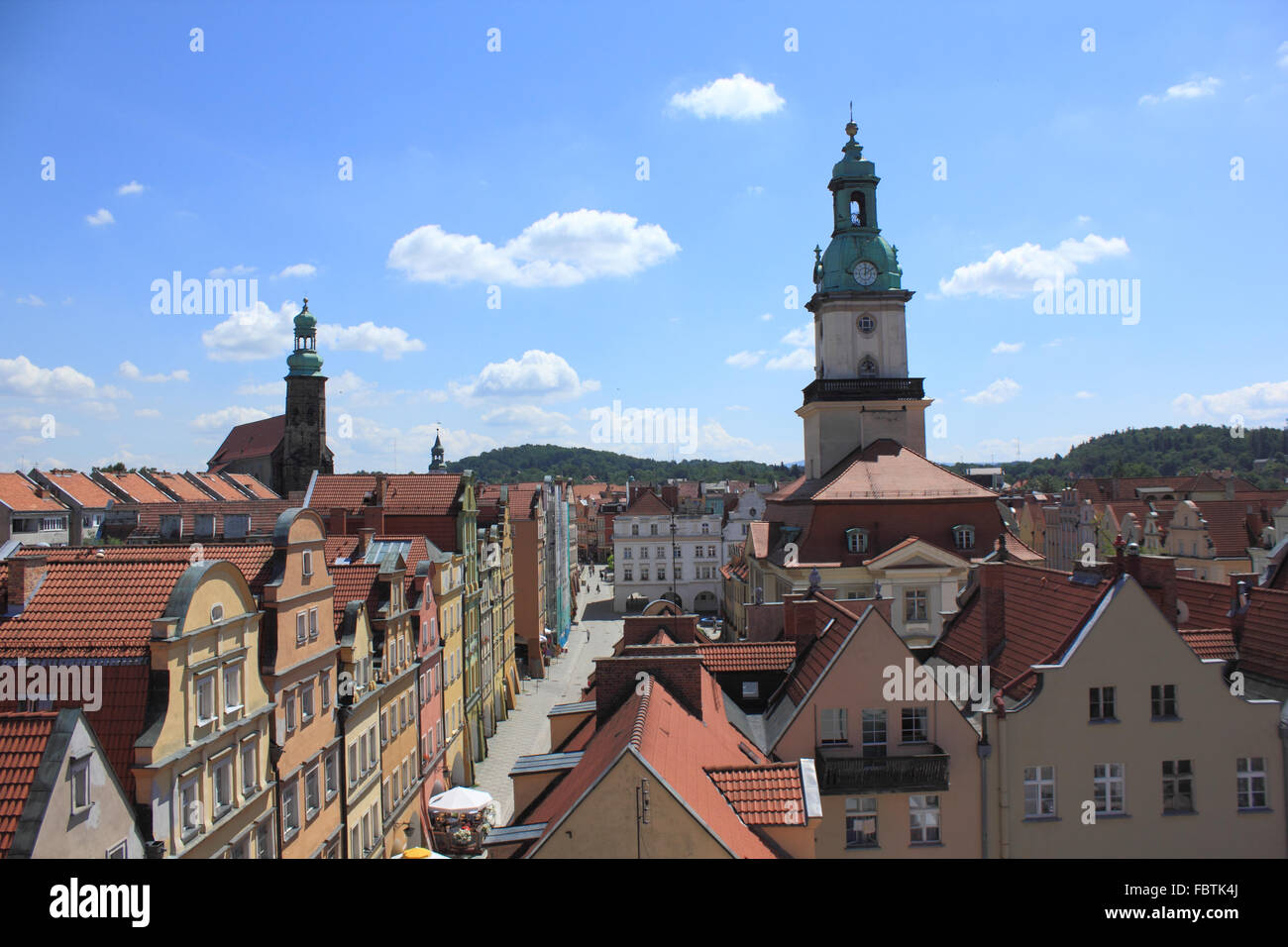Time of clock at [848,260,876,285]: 12:09
